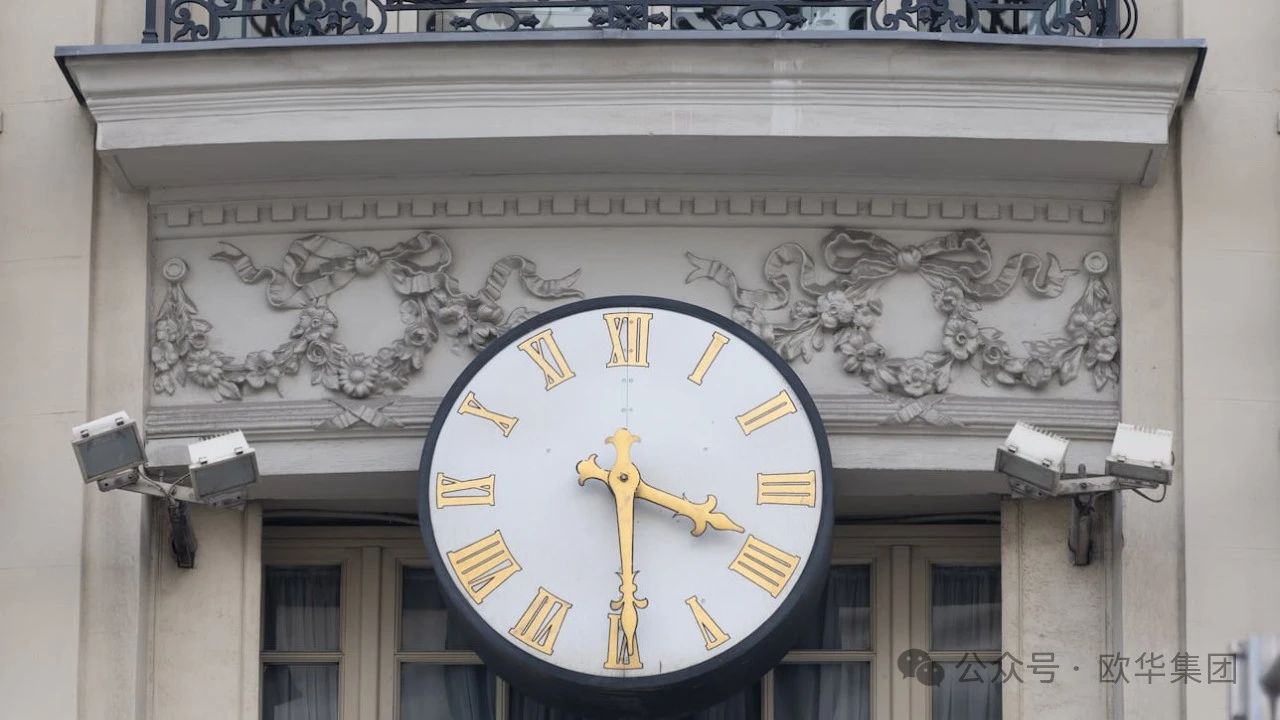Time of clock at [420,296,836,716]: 3:29
